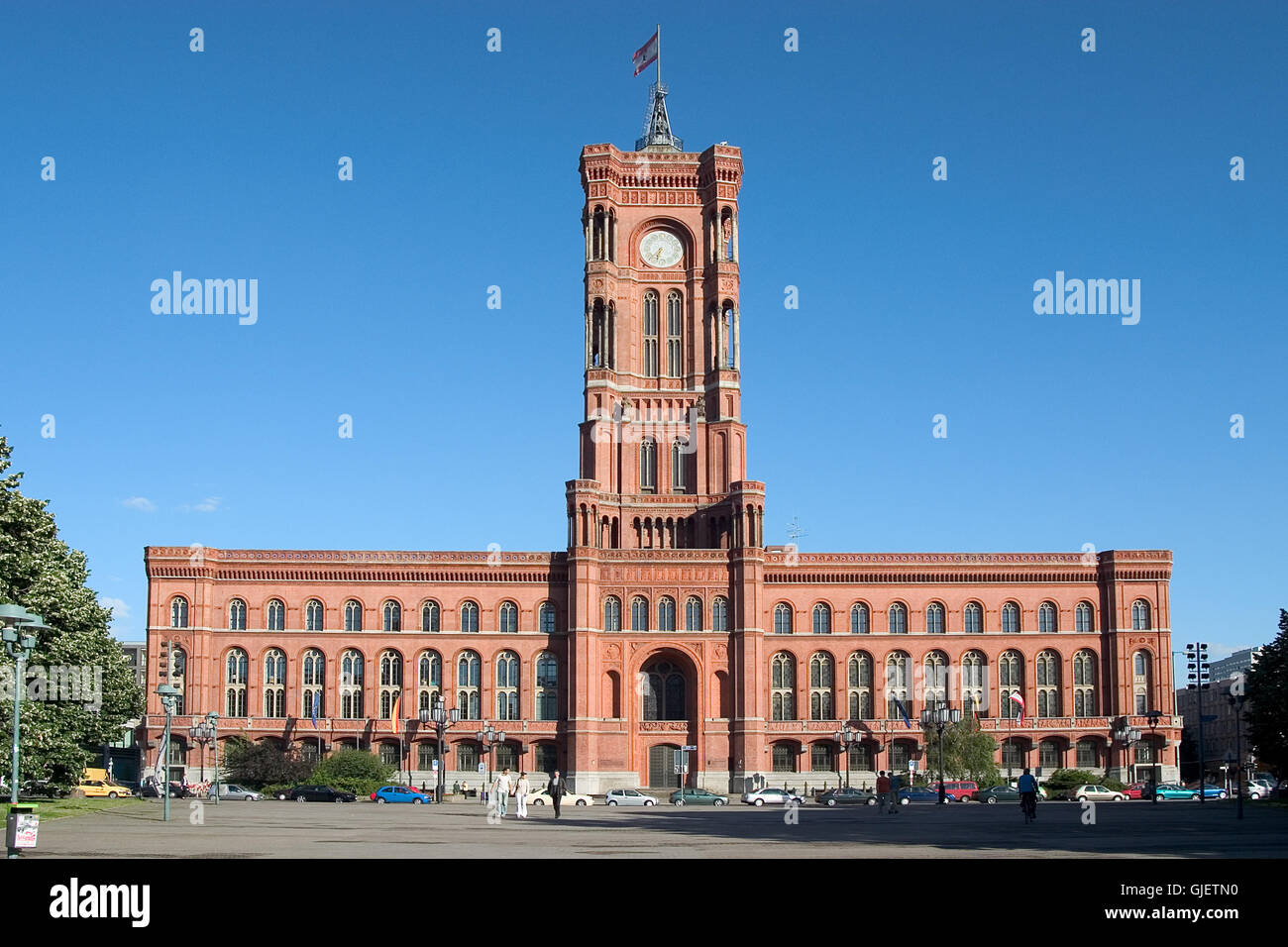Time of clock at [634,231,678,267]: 6:36
